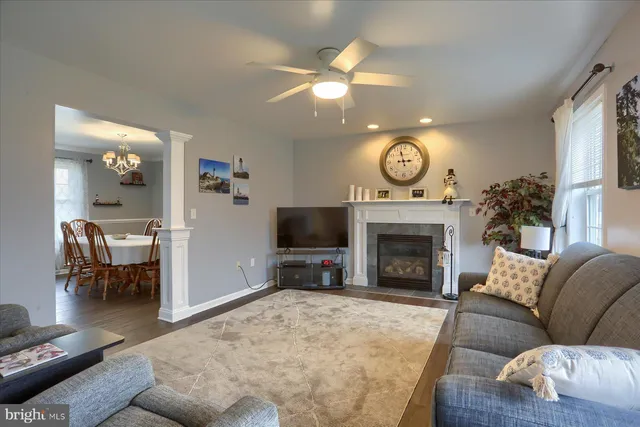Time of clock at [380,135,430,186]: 2:57
